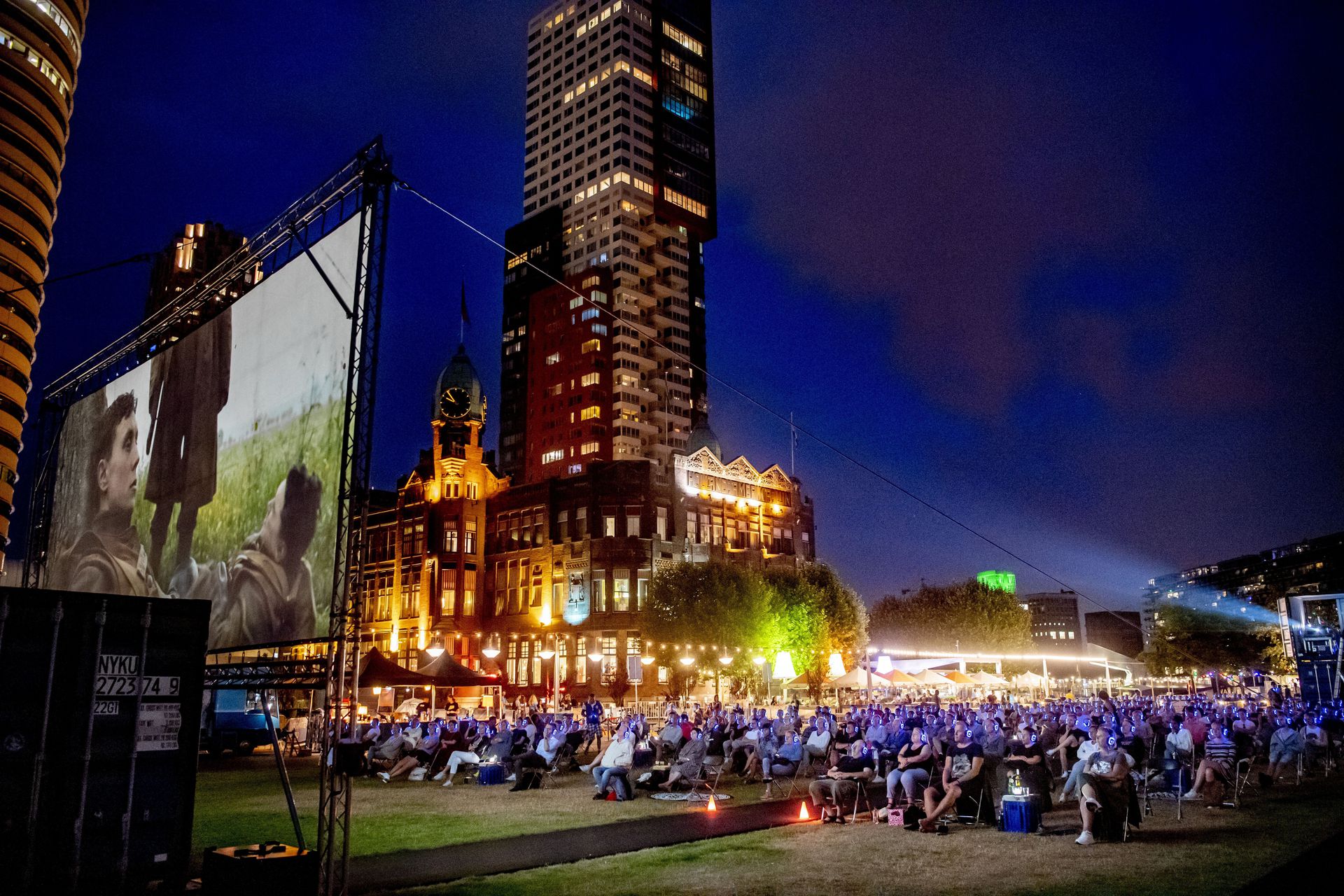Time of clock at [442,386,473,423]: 9:53
